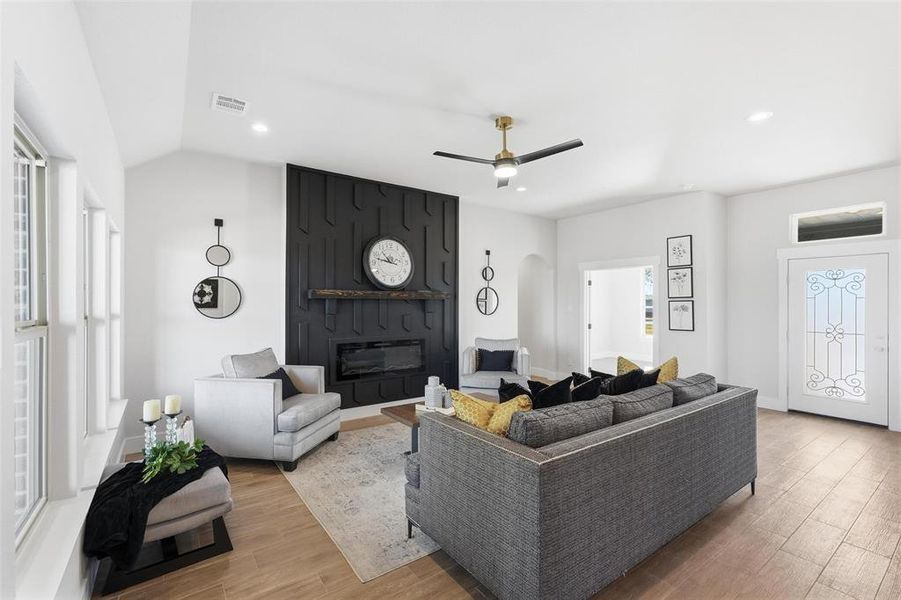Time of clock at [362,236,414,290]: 10:47
